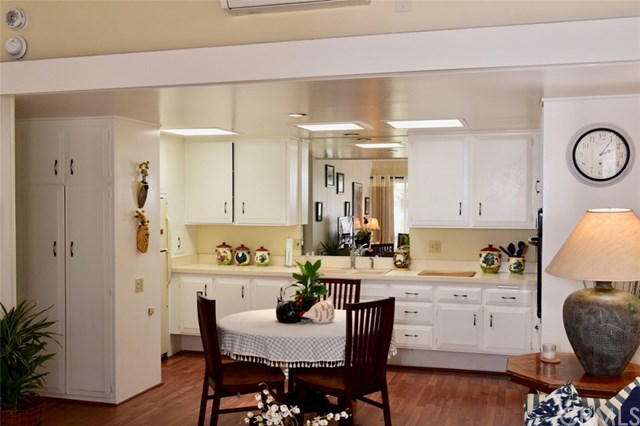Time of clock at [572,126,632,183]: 2:06
